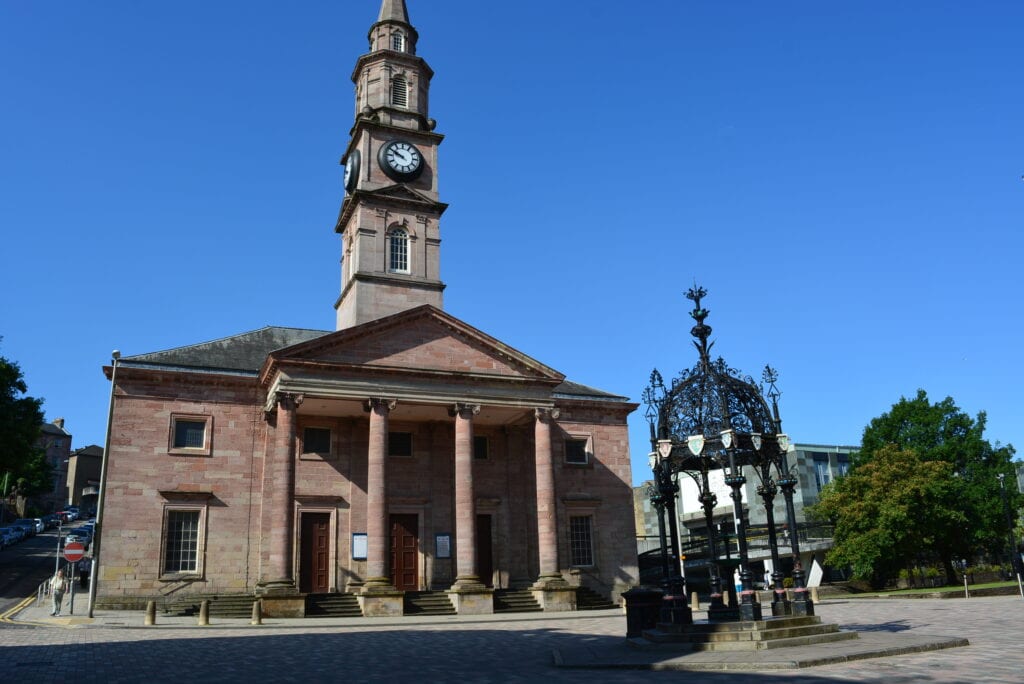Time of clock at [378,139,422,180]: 9:50
